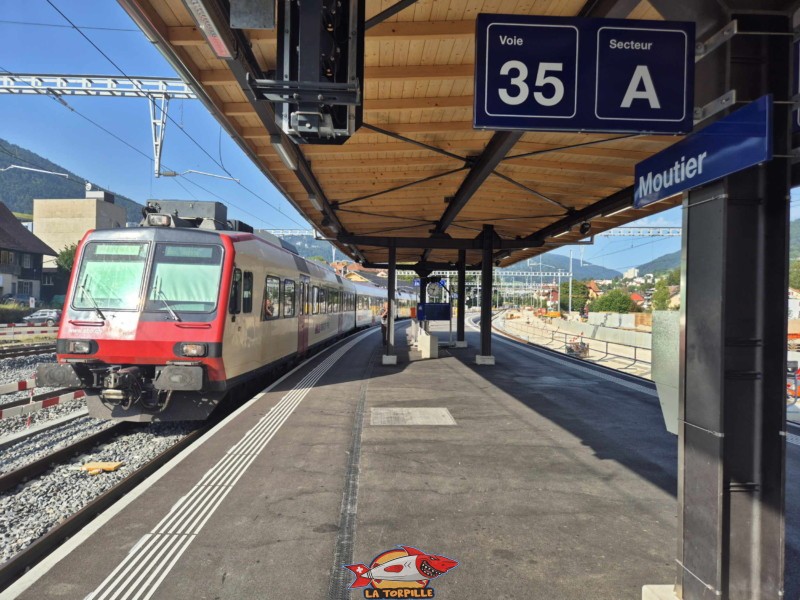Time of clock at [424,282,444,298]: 9:33
